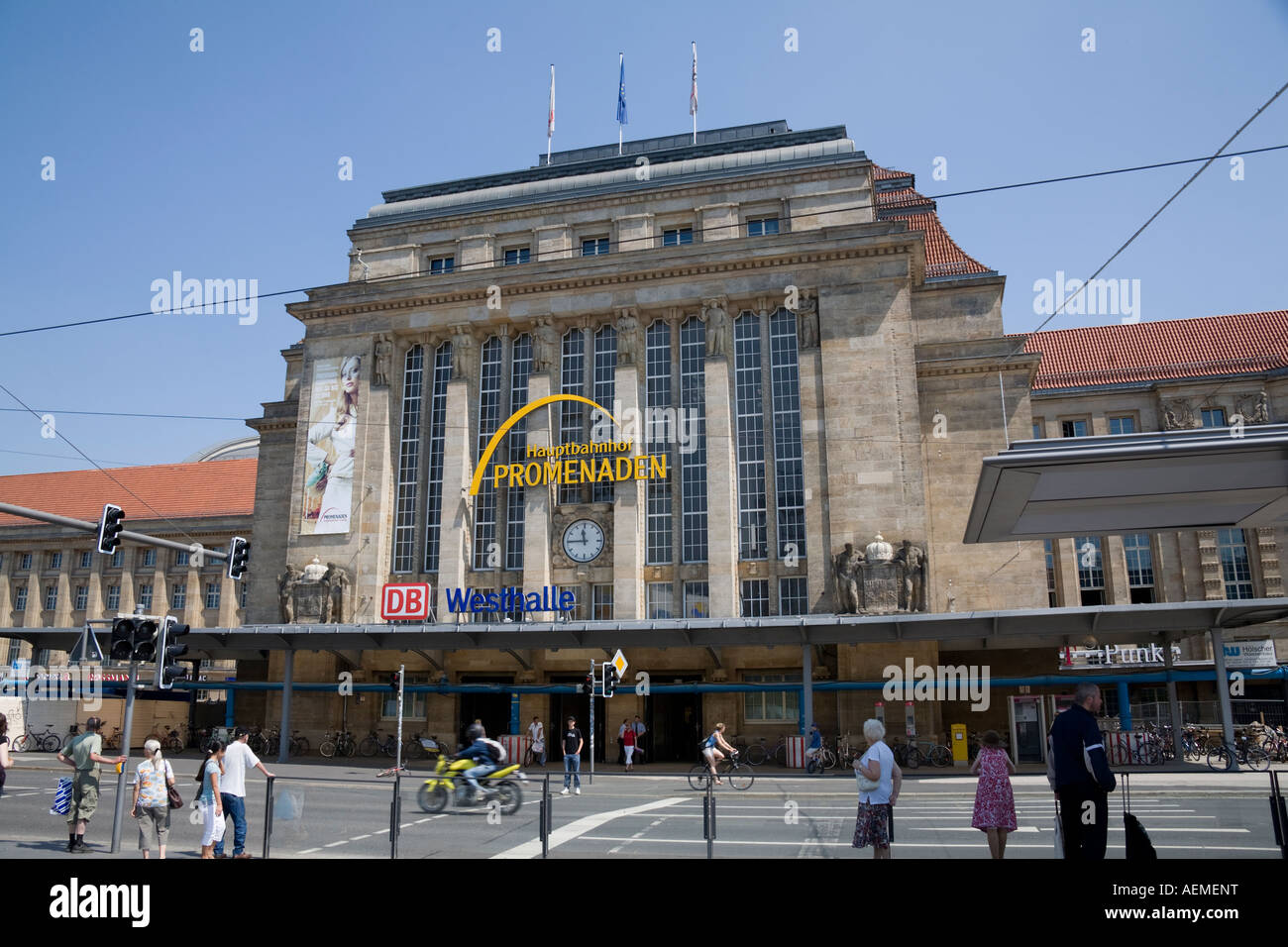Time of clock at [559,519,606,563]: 11:45
